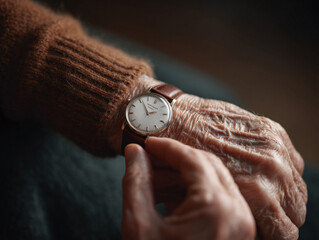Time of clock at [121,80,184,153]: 2:56
